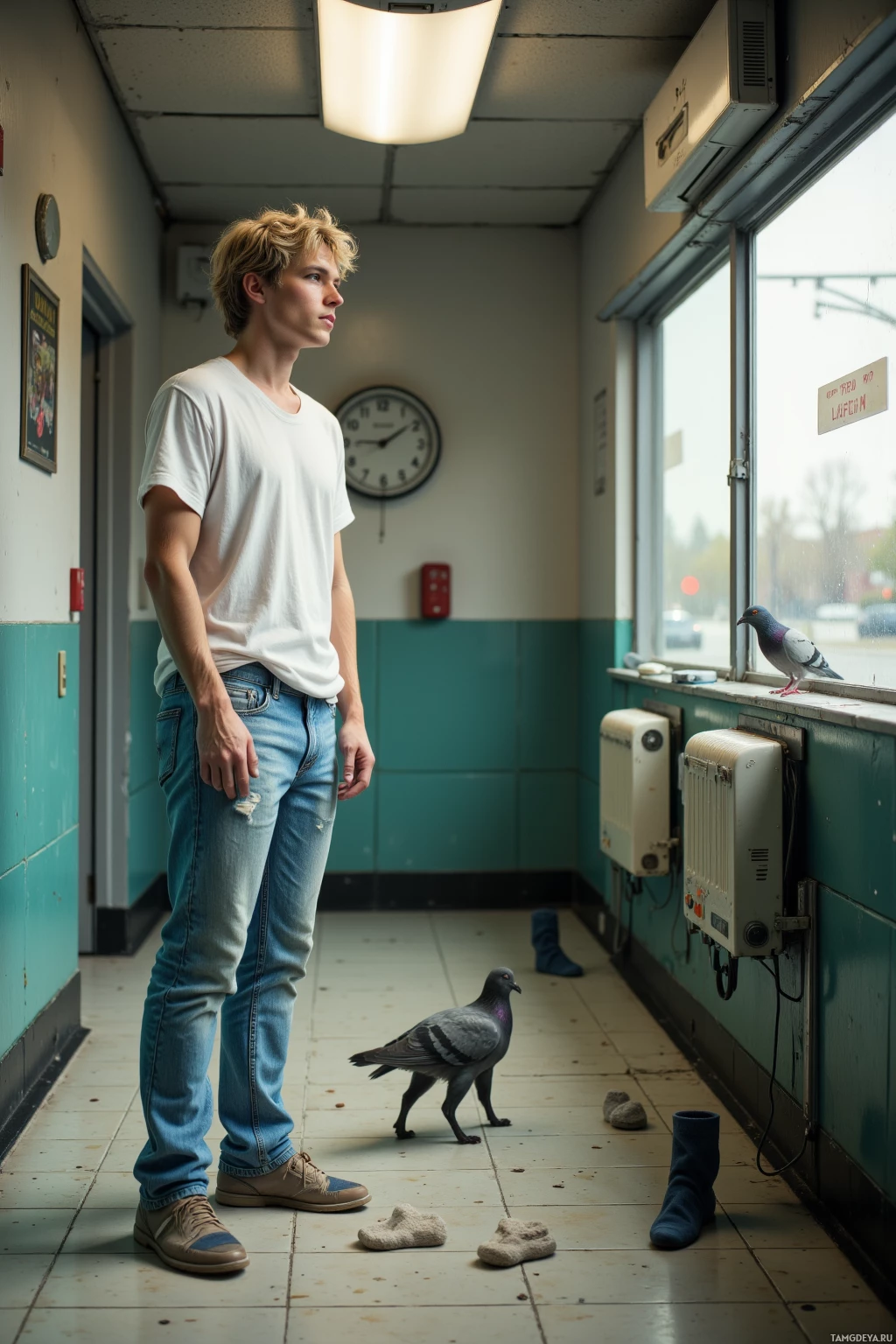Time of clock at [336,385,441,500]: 9:09
